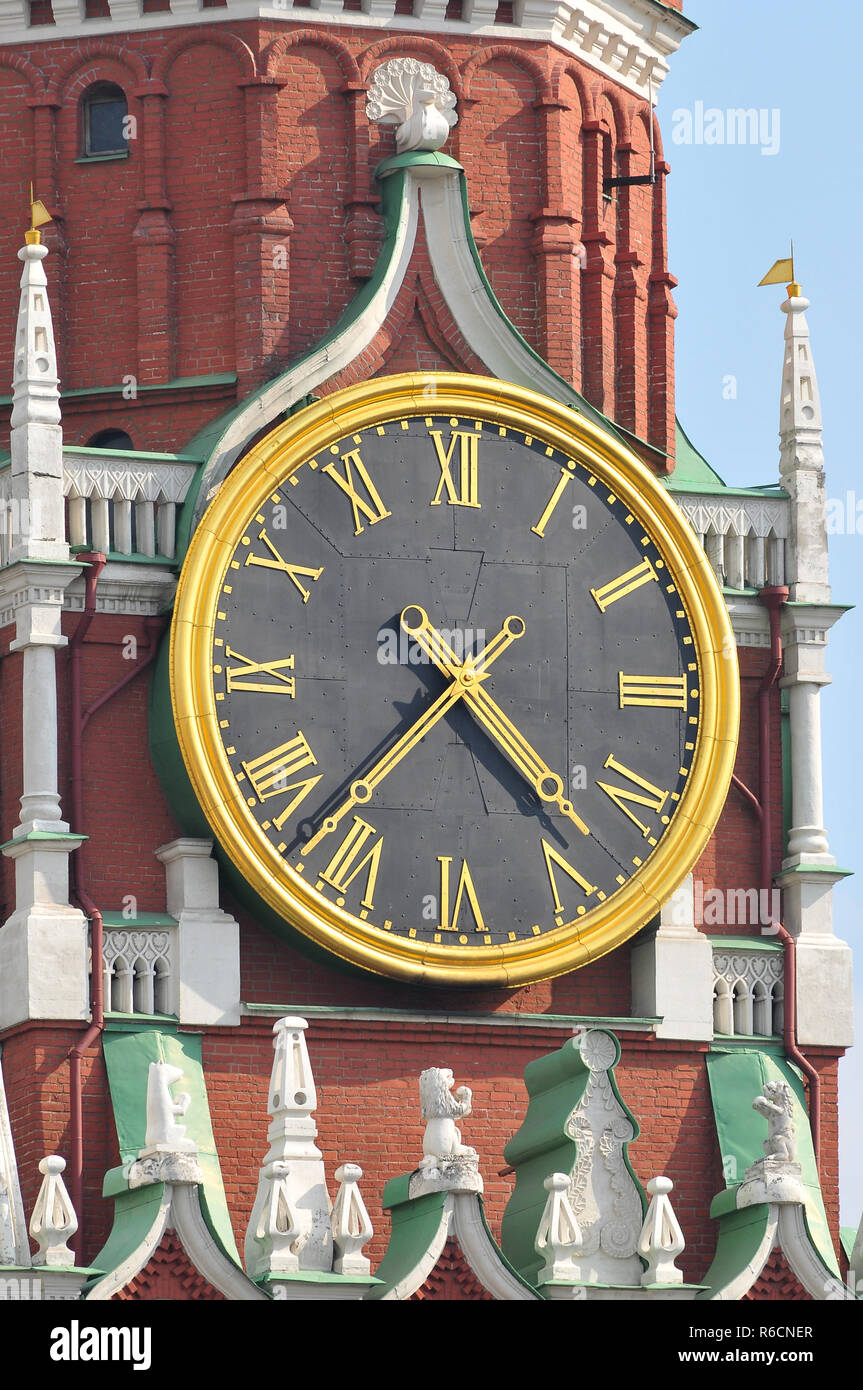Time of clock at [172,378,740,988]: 4:37
